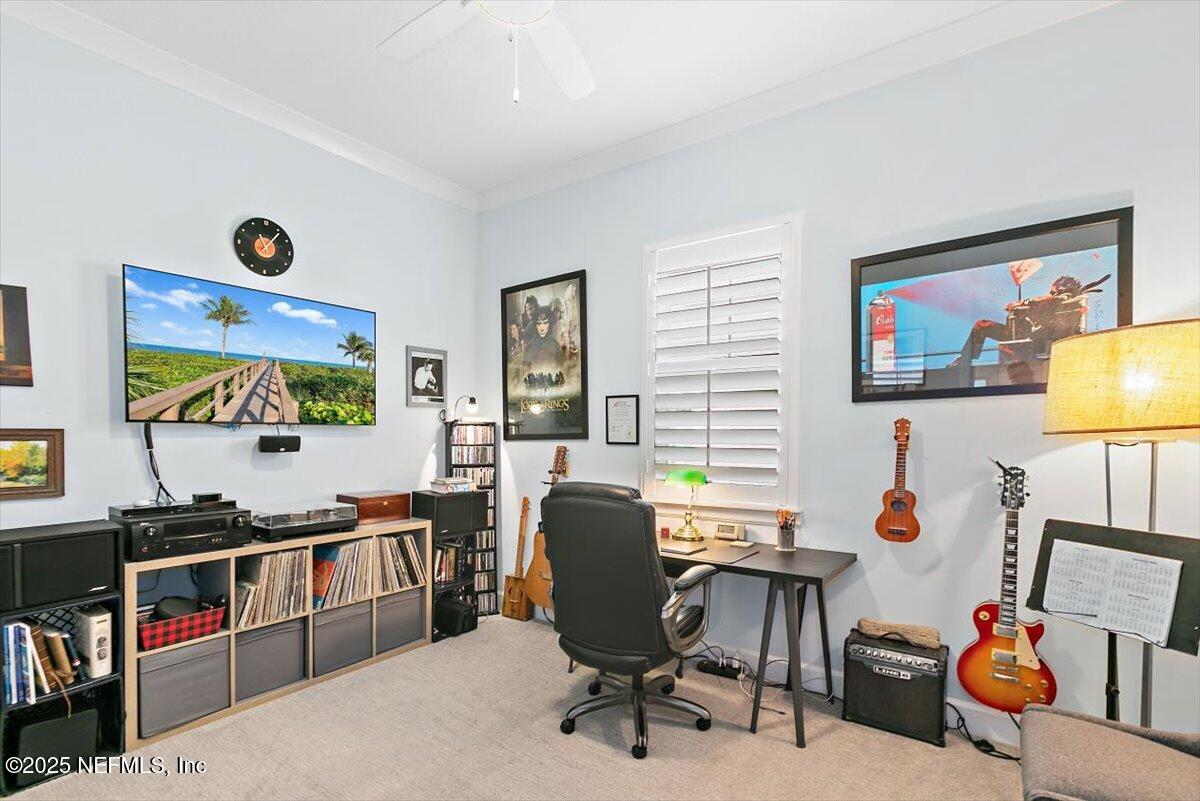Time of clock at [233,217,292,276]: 11:06
